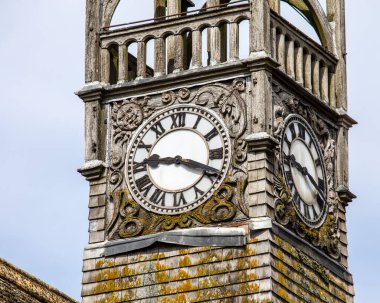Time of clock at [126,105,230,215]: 9:18
